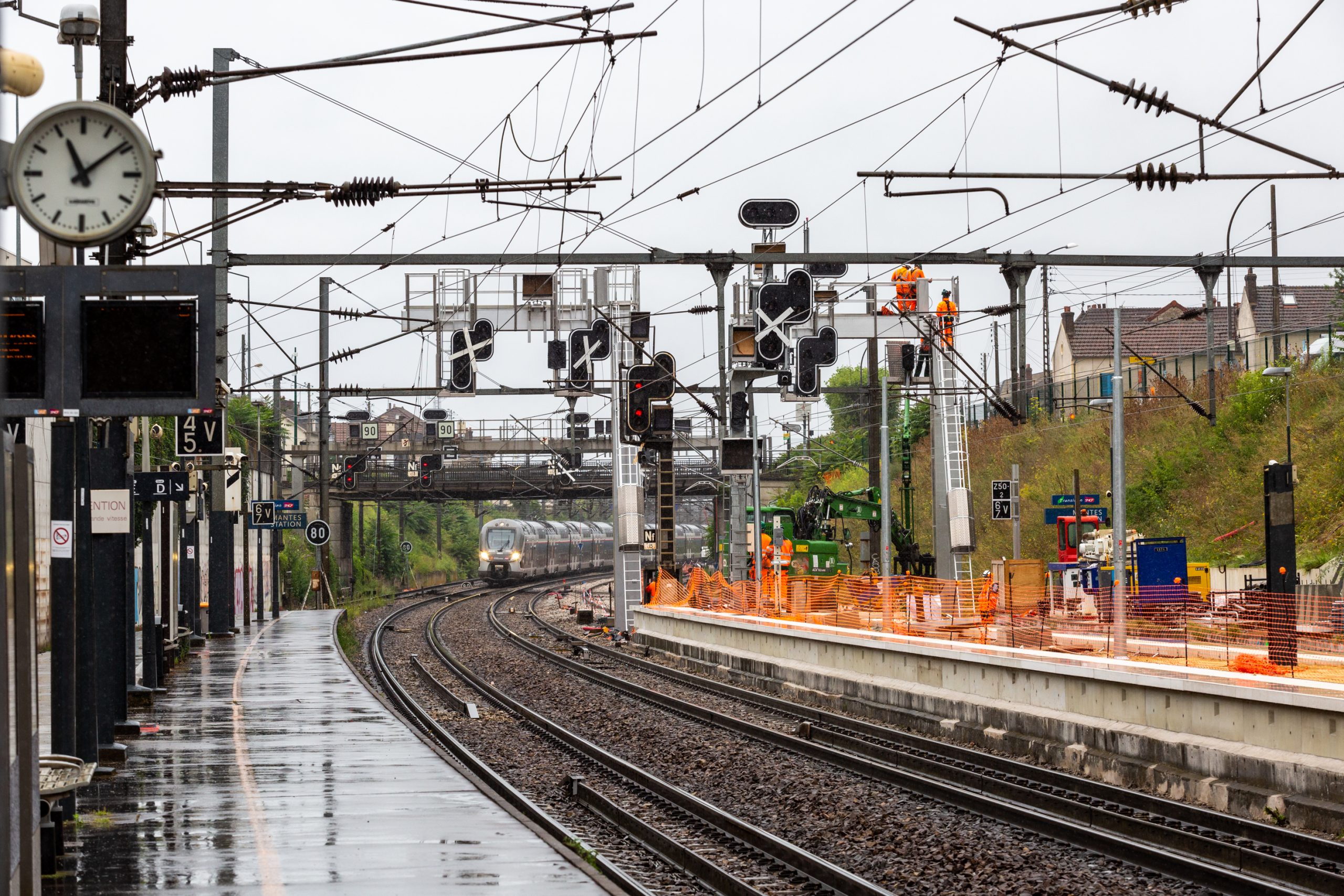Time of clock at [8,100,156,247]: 11:08
